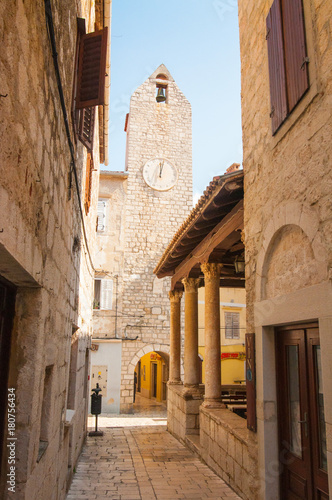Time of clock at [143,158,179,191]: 12:02
